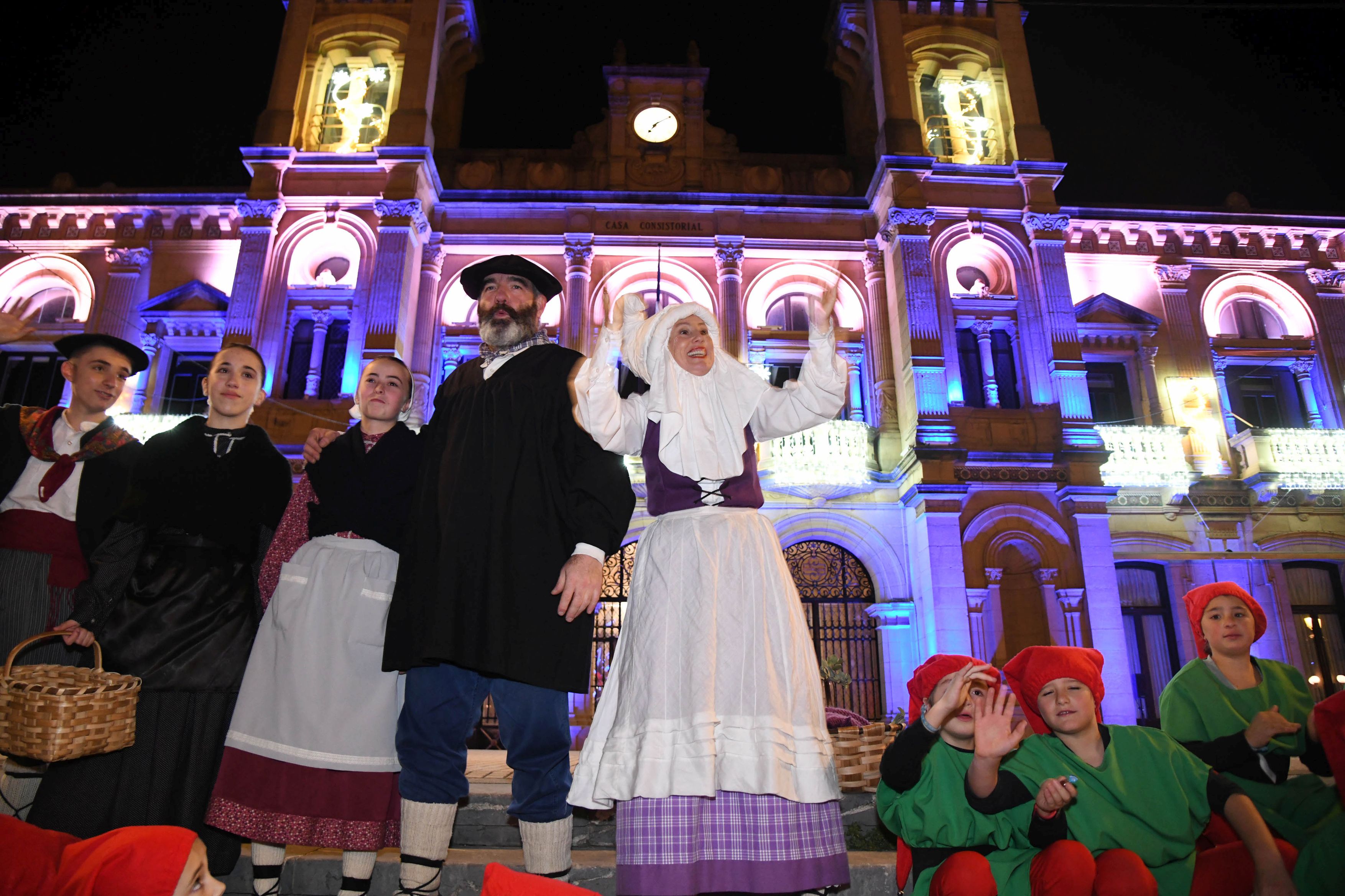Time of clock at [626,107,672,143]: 7:09
